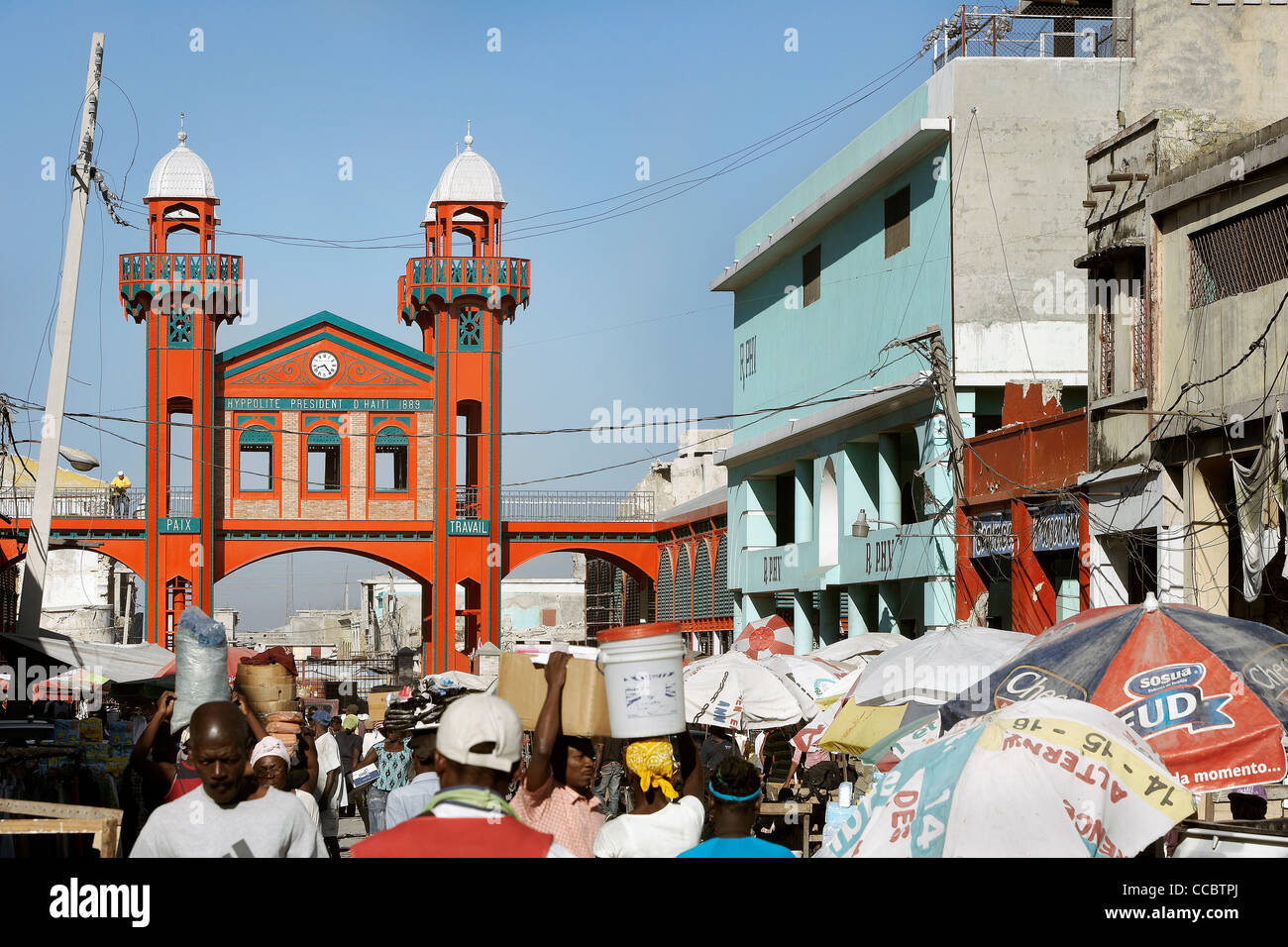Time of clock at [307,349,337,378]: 8:23
